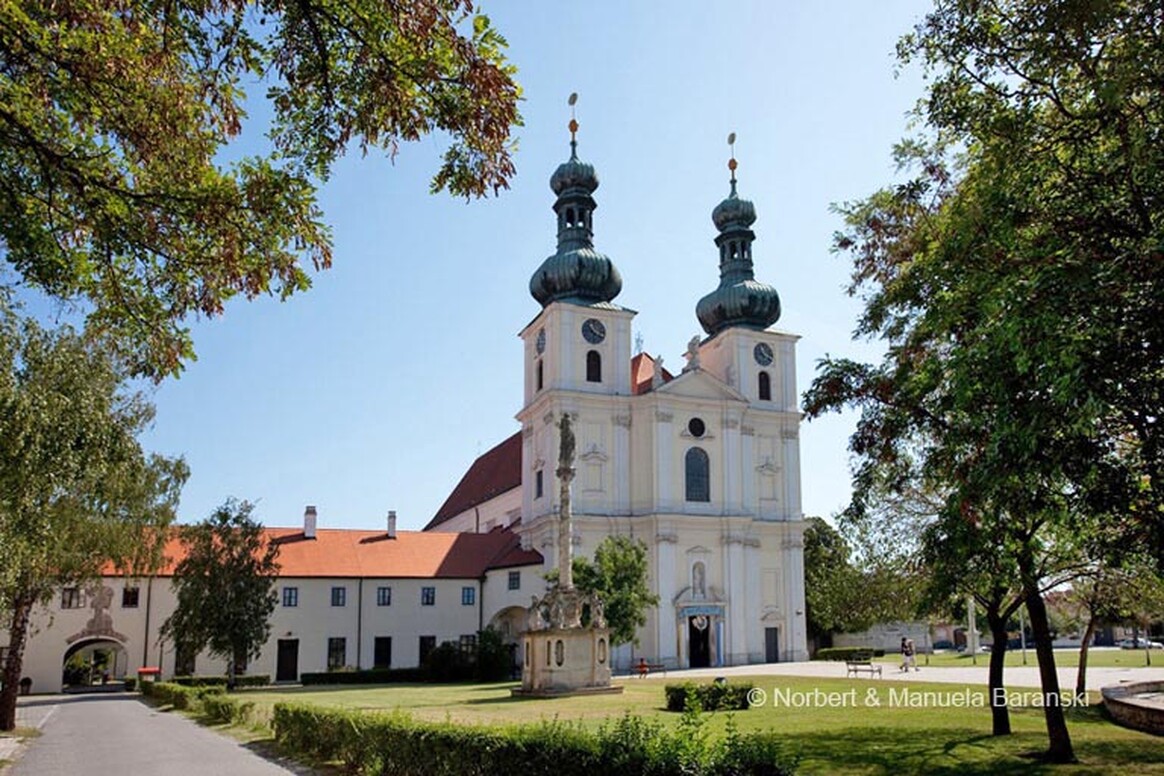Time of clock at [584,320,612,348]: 10:20
